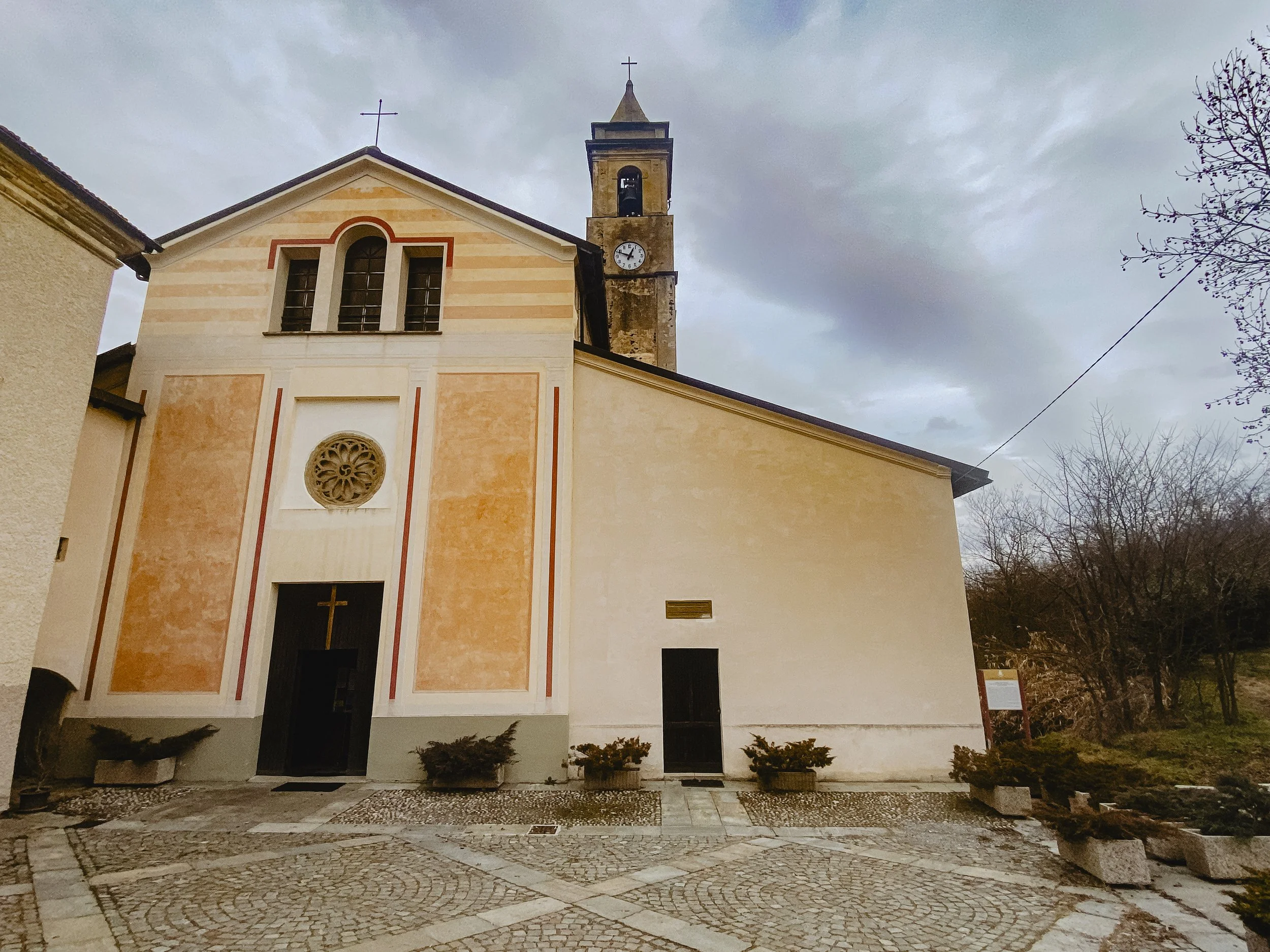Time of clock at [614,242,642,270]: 12:48
